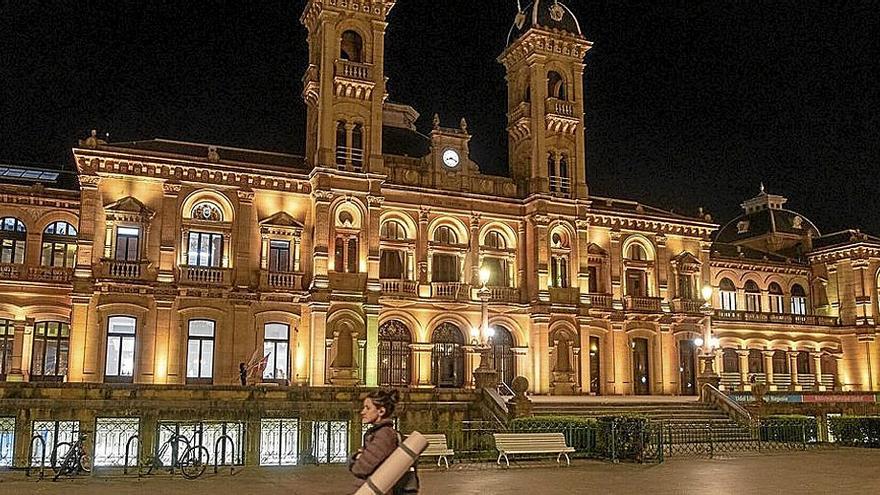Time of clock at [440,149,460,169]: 8:18
